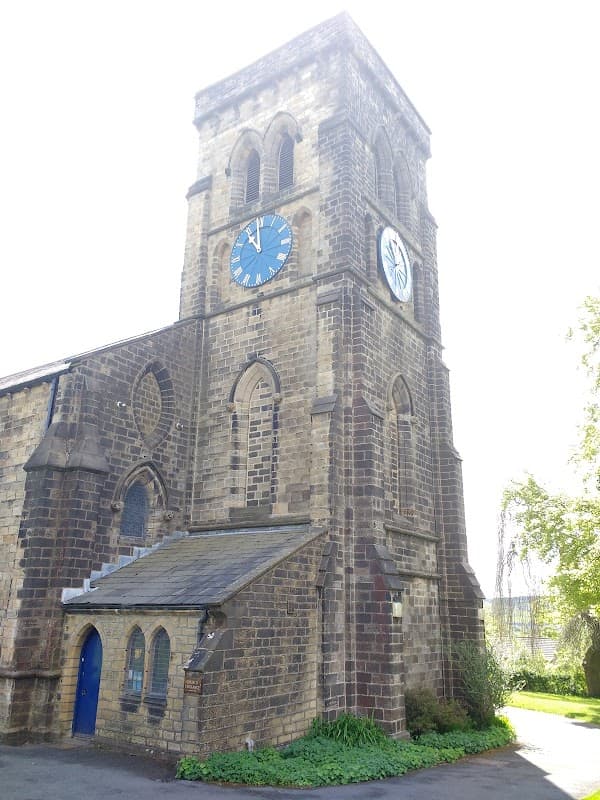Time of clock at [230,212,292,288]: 10:59
